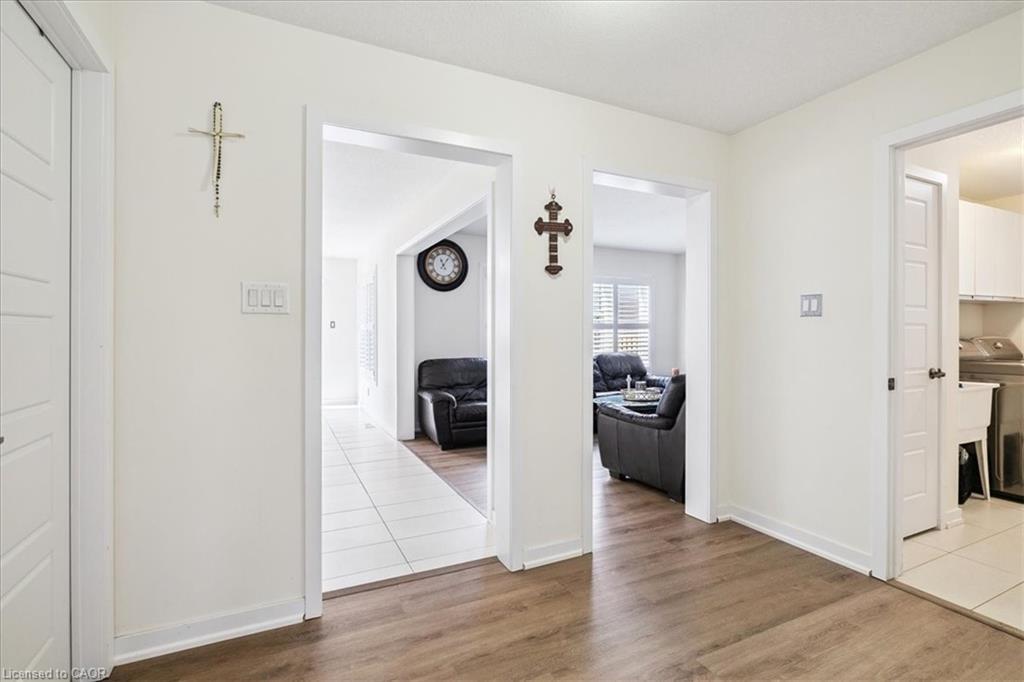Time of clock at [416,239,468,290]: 11:06
